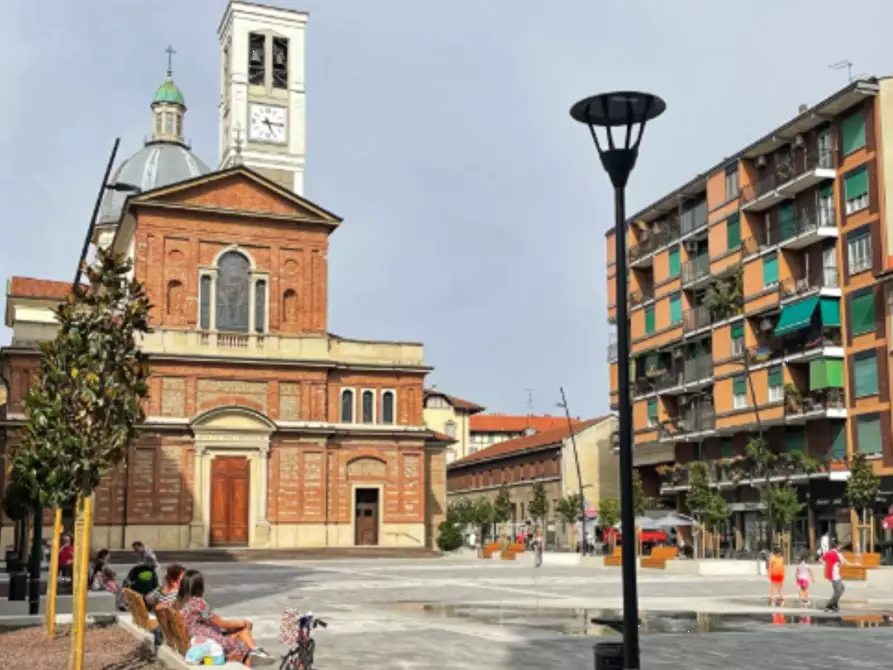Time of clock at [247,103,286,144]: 5:15
